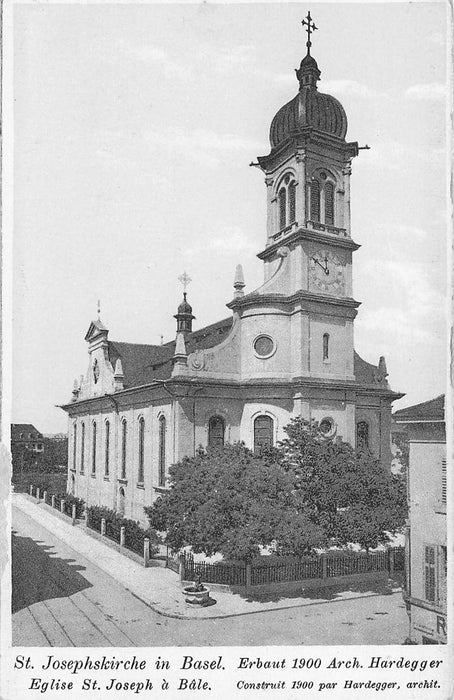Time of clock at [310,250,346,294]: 11:51
